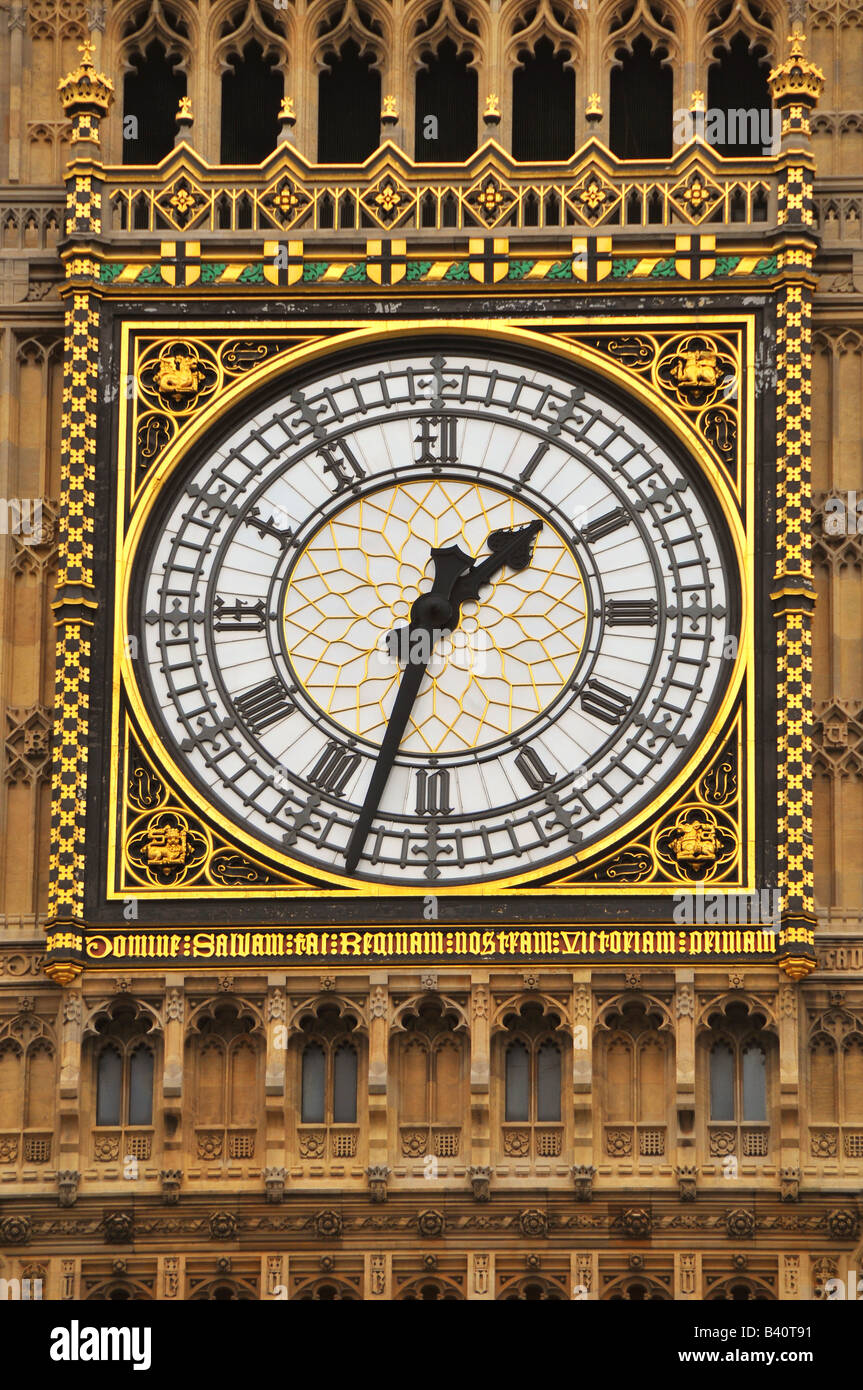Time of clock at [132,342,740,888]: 1:32
